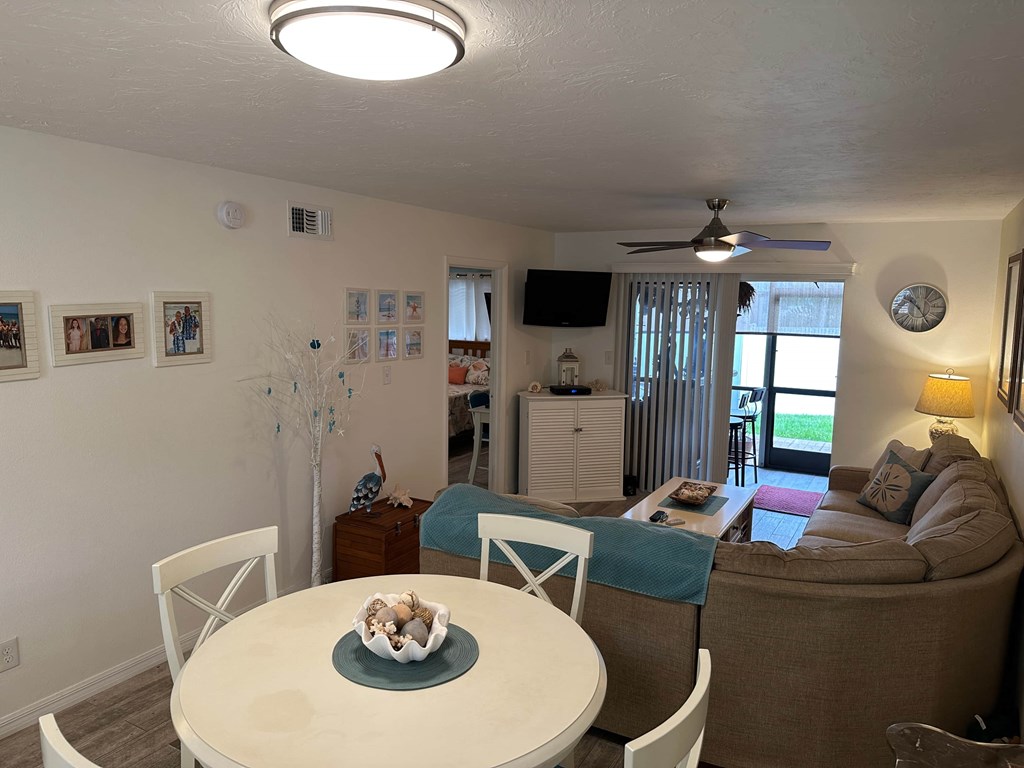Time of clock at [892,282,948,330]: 10:24
